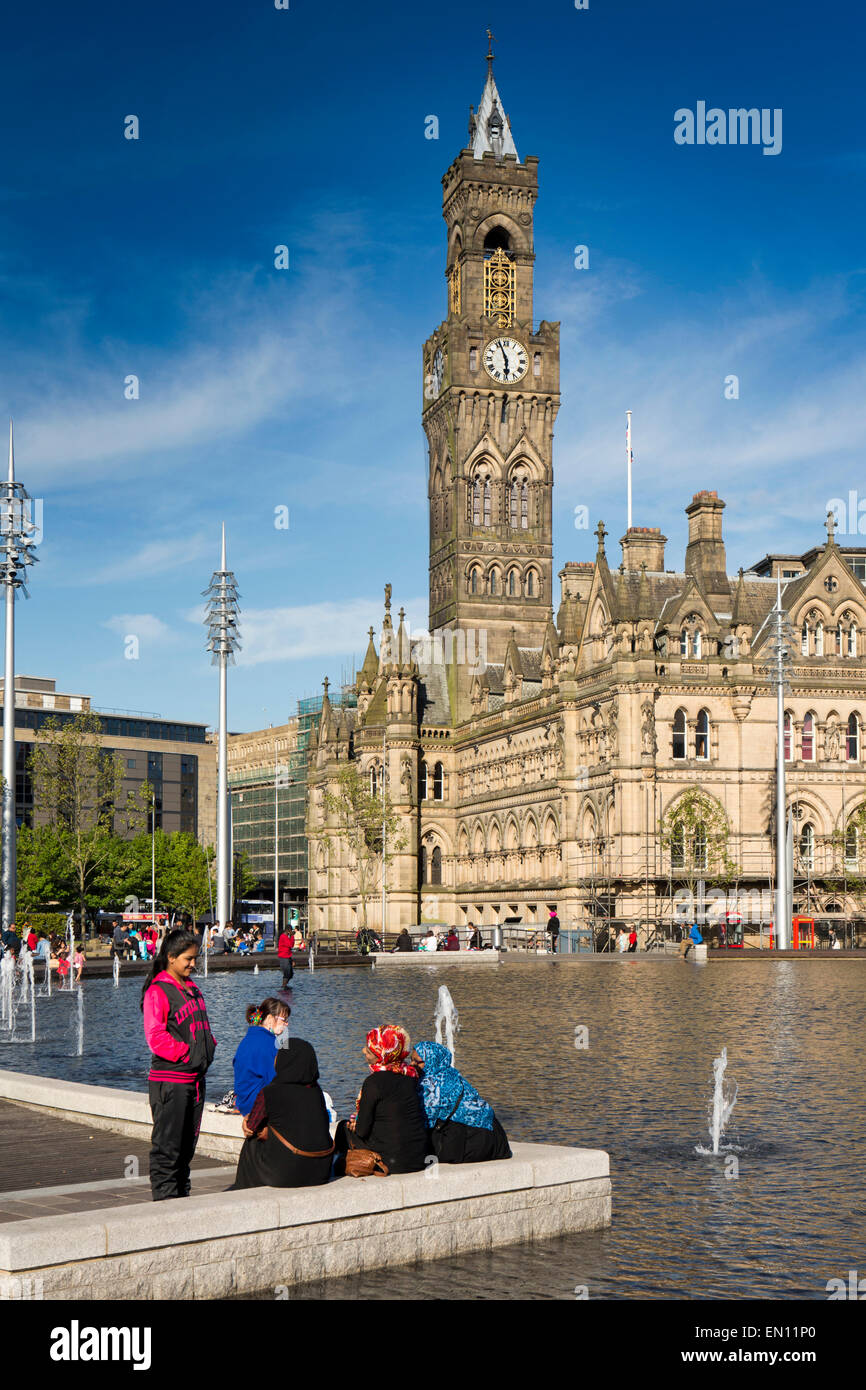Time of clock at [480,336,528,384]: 5:56
